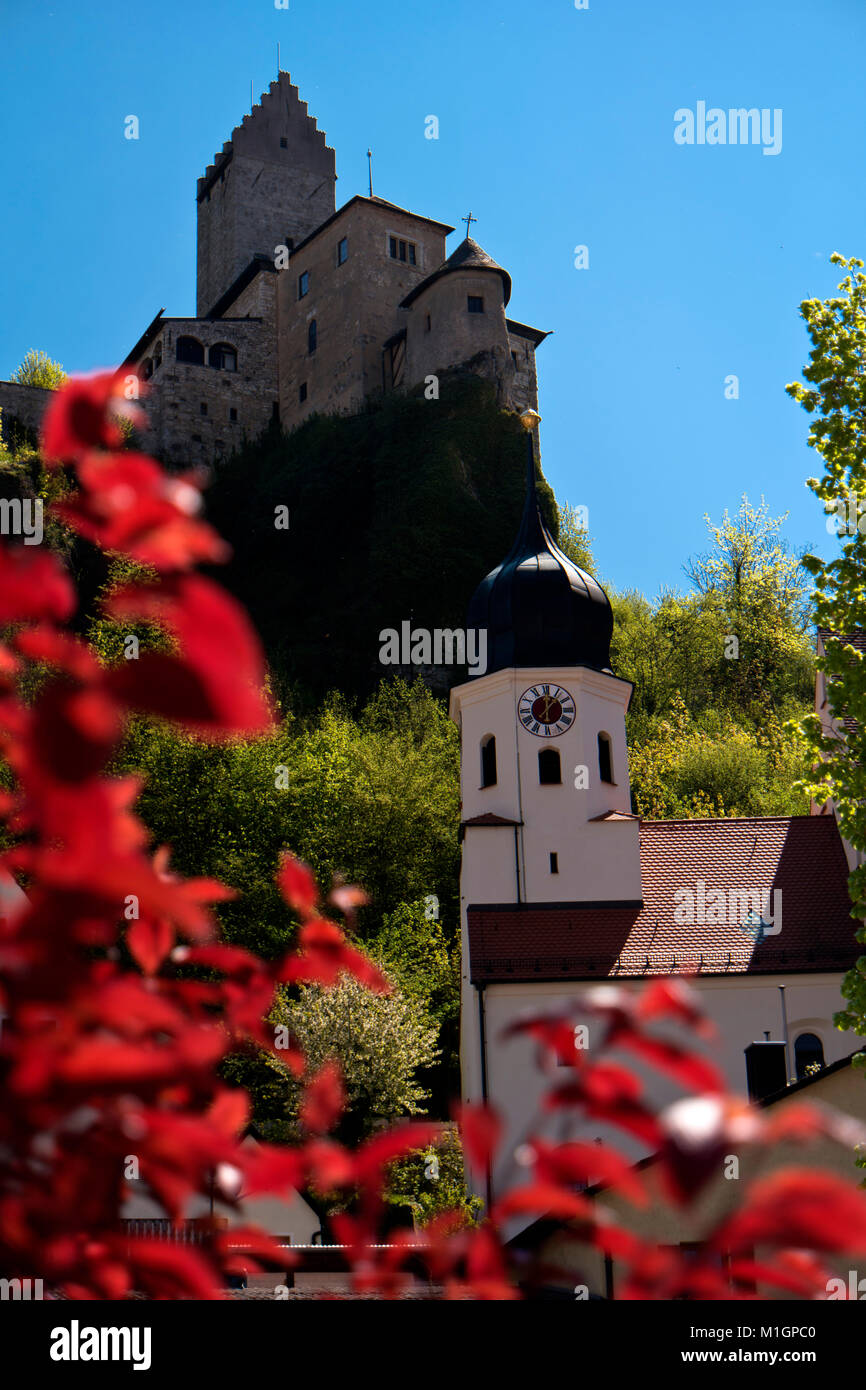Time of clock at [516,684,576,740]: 12:07
